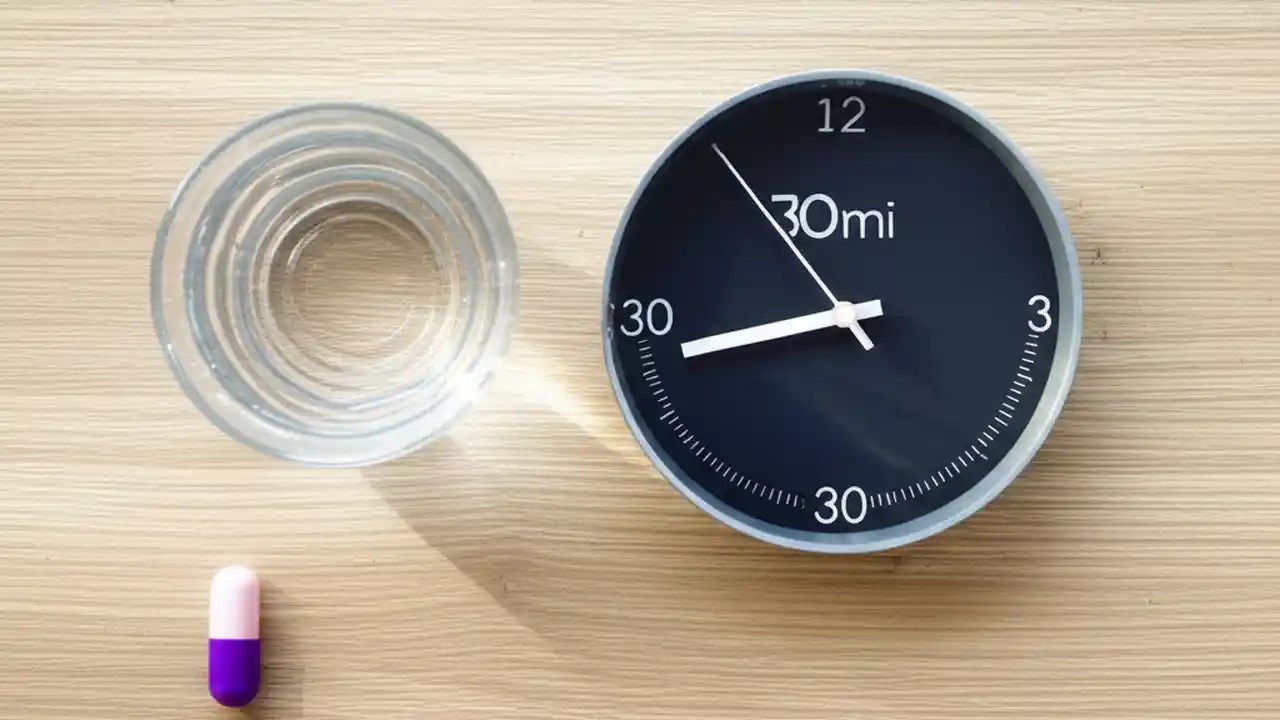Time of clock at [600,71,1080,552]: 10:42
